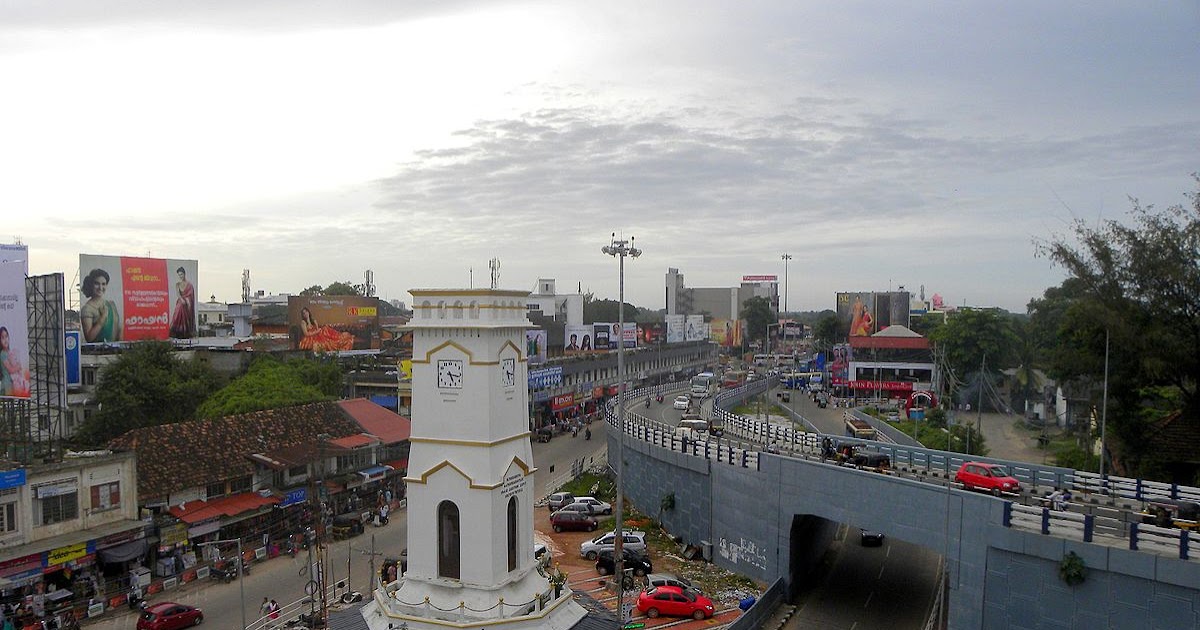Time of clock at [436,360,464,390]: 5:16
